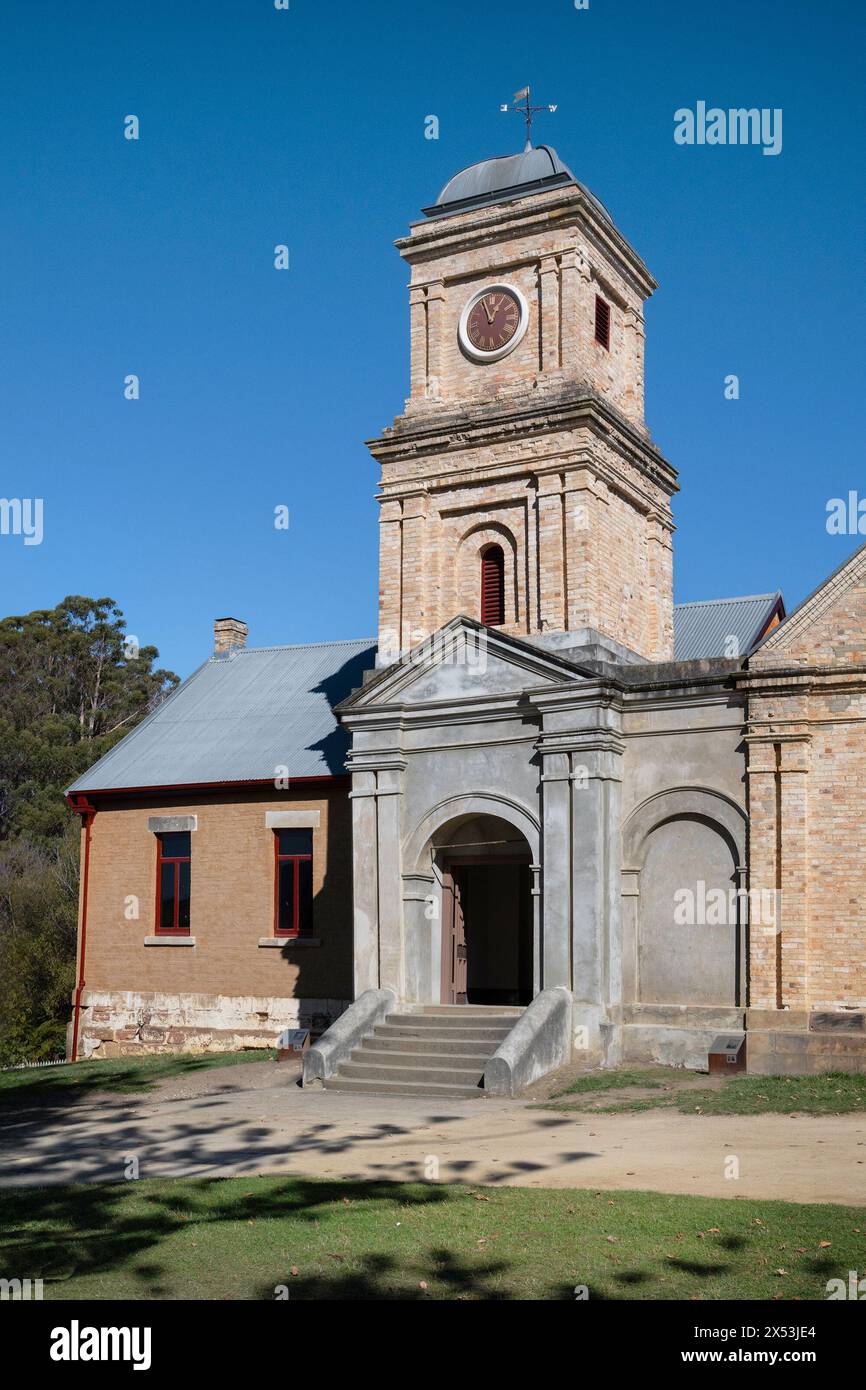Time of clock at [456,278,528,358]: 12:55
